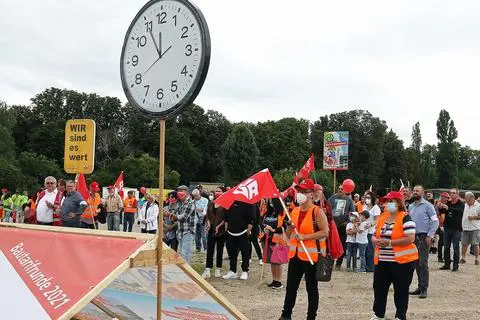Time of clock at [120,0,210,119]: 11:54
